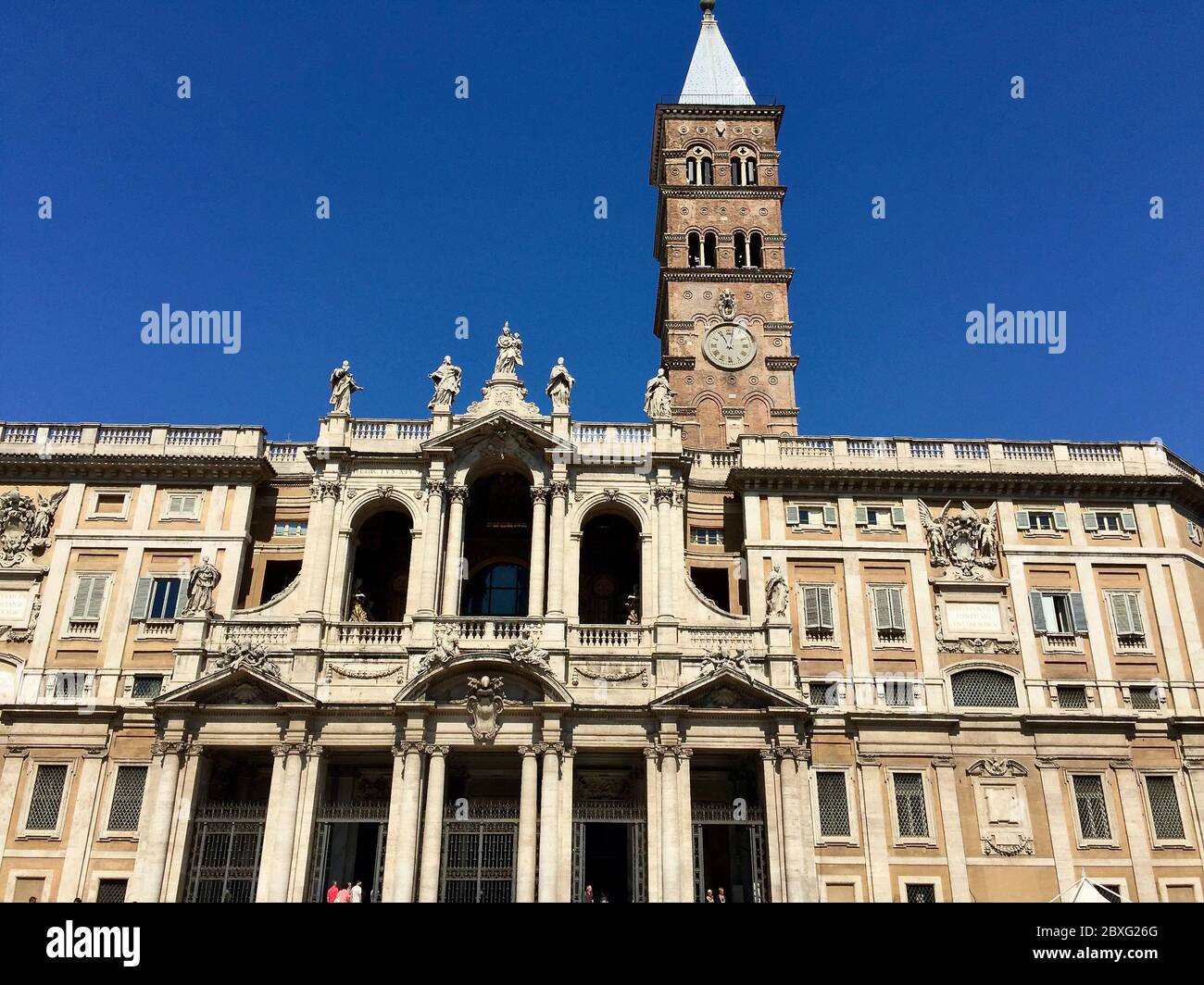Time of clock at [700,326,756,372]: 11:02
